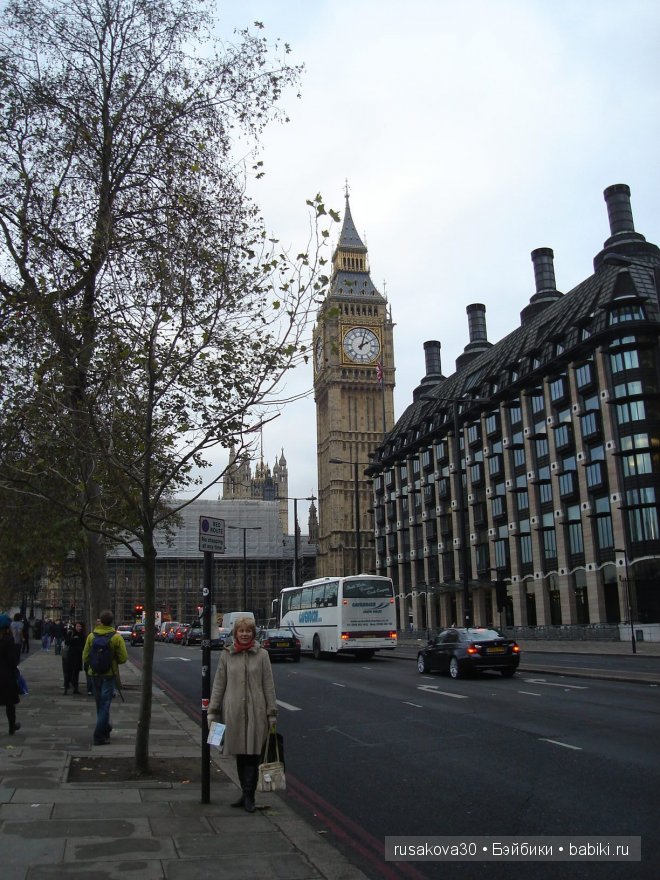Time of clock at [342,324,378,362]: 2:02
